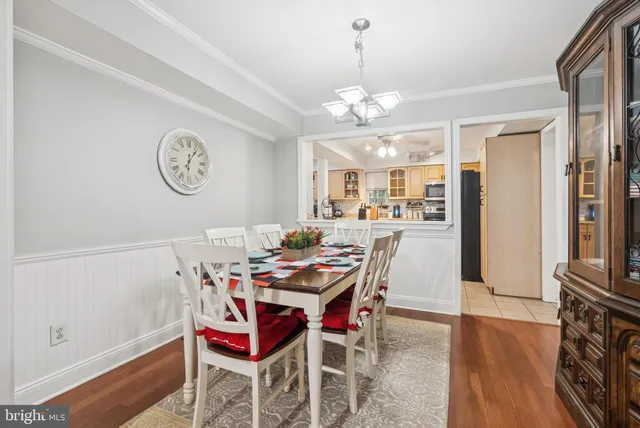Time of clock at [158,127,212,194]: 6:06
